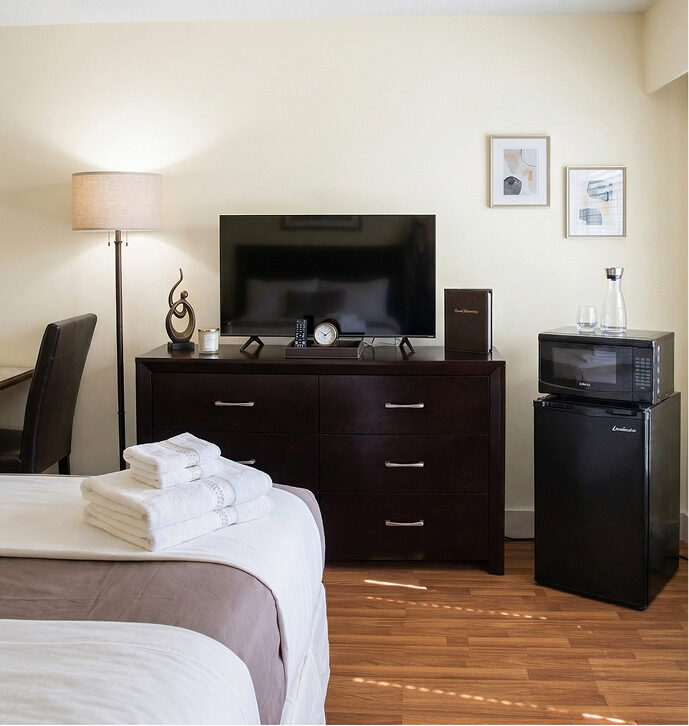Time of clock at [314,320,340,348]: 10:08
